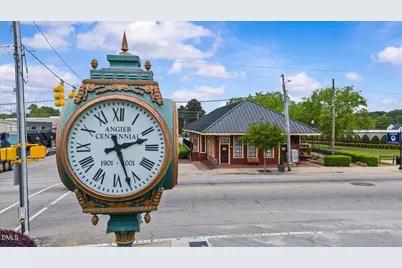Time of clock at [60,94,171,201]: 2:26
